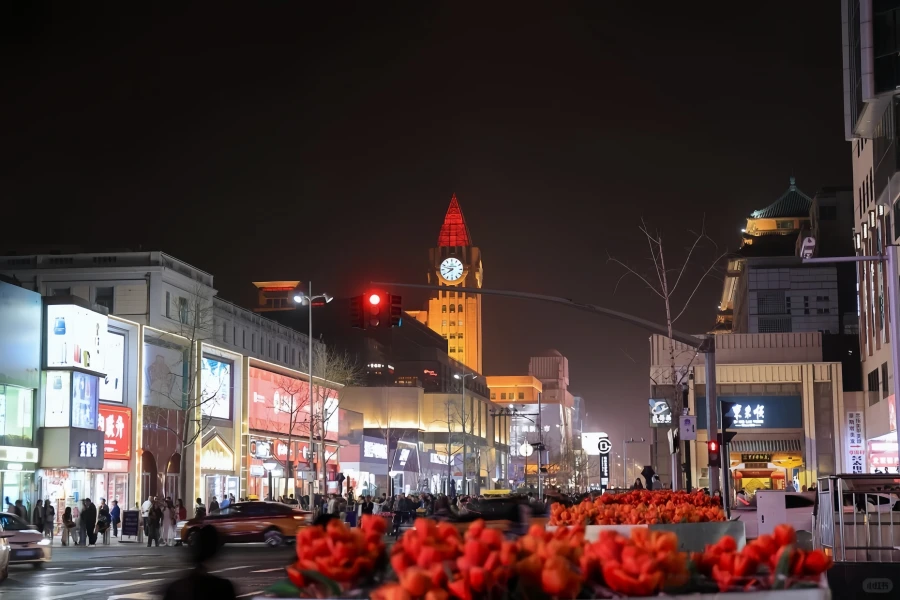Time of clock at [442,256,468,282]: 7:47
